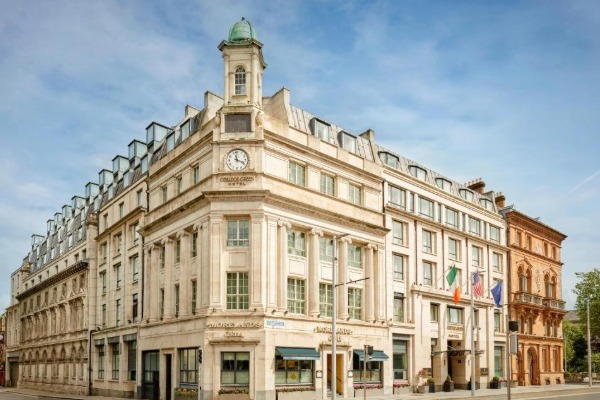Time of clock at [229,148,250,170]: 3:58
